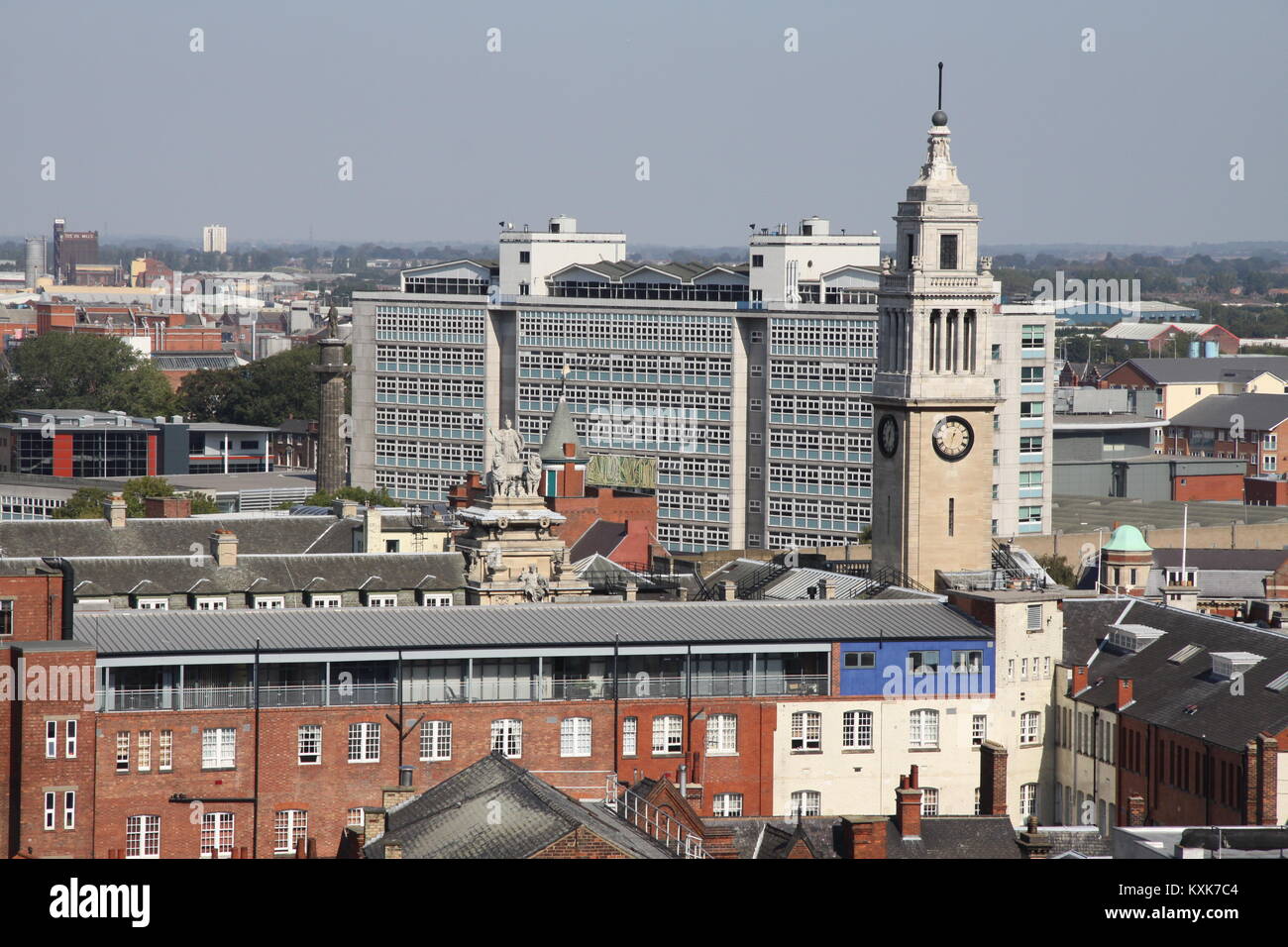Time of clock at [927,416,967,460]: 12:32
